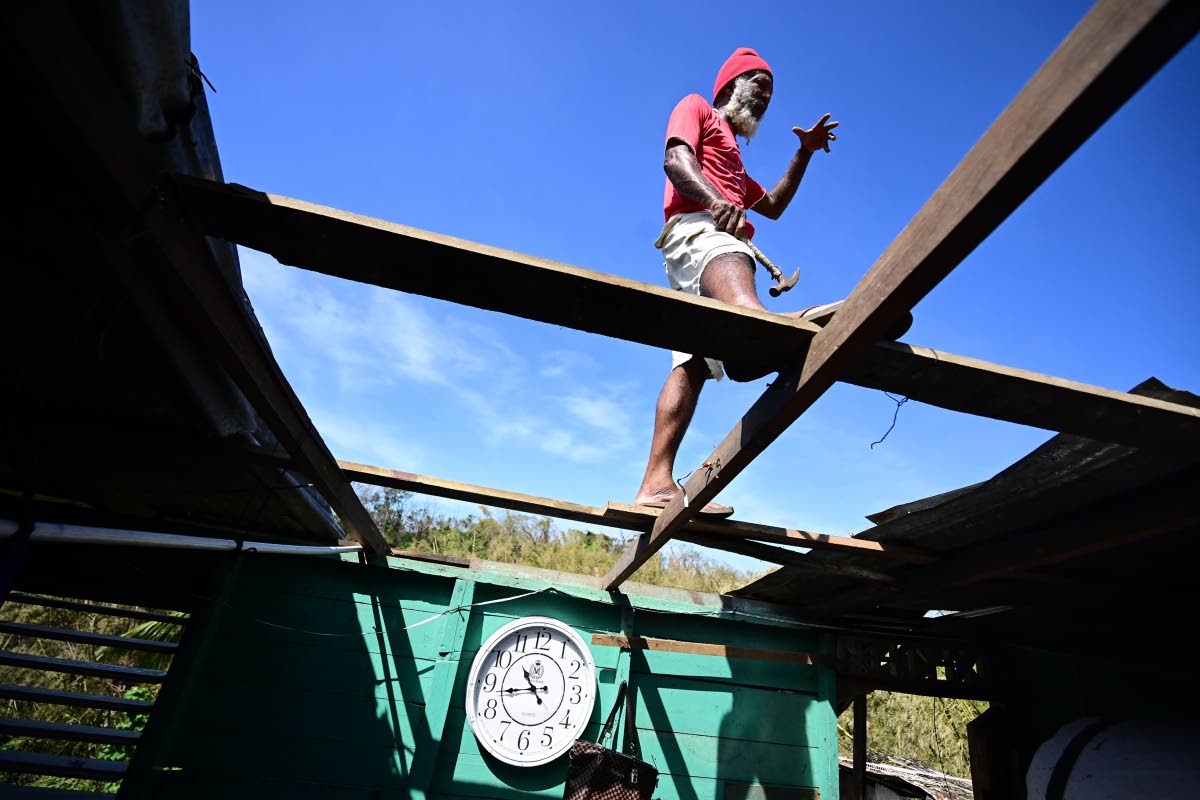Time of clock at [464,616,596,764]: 10:43
